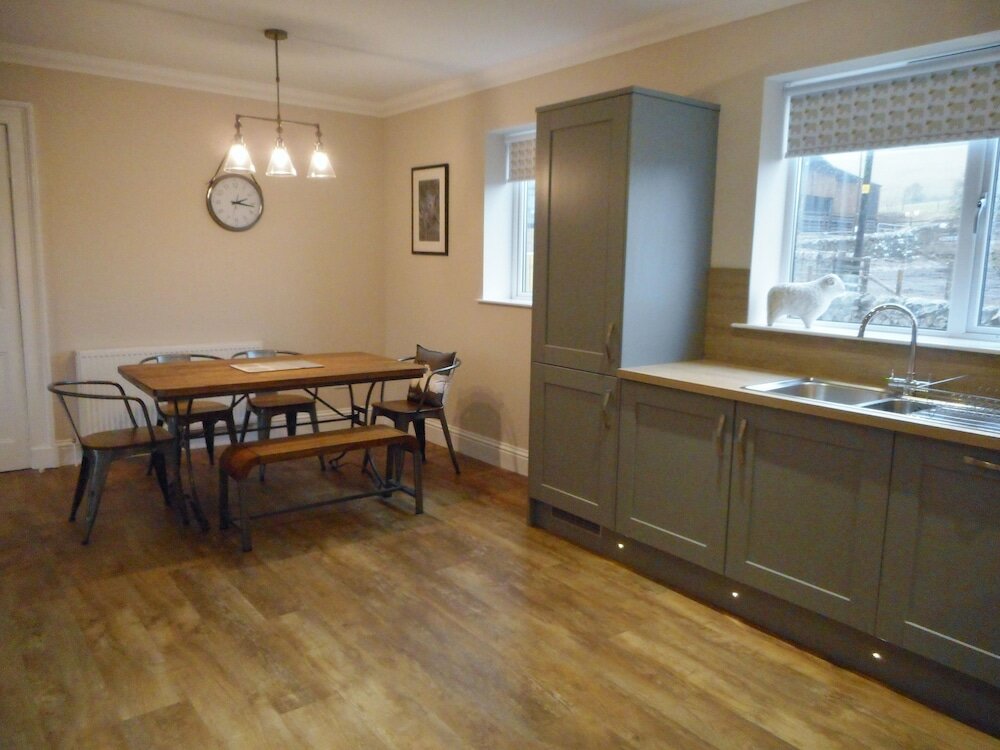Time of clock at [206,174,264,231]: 2:16
